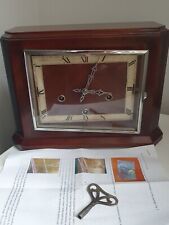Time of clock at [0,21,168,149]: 3:03
